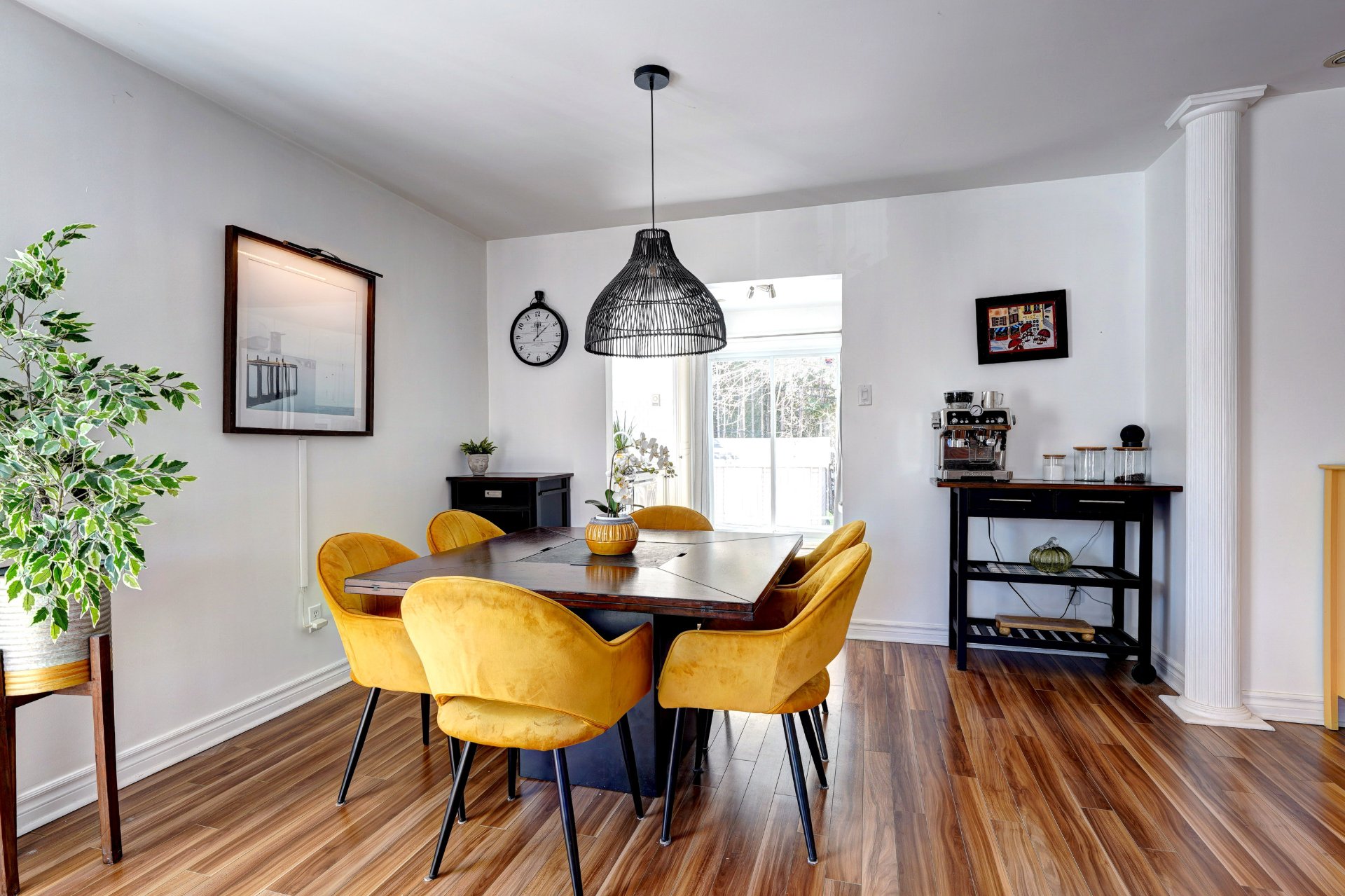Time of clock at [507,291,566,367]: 12:07
